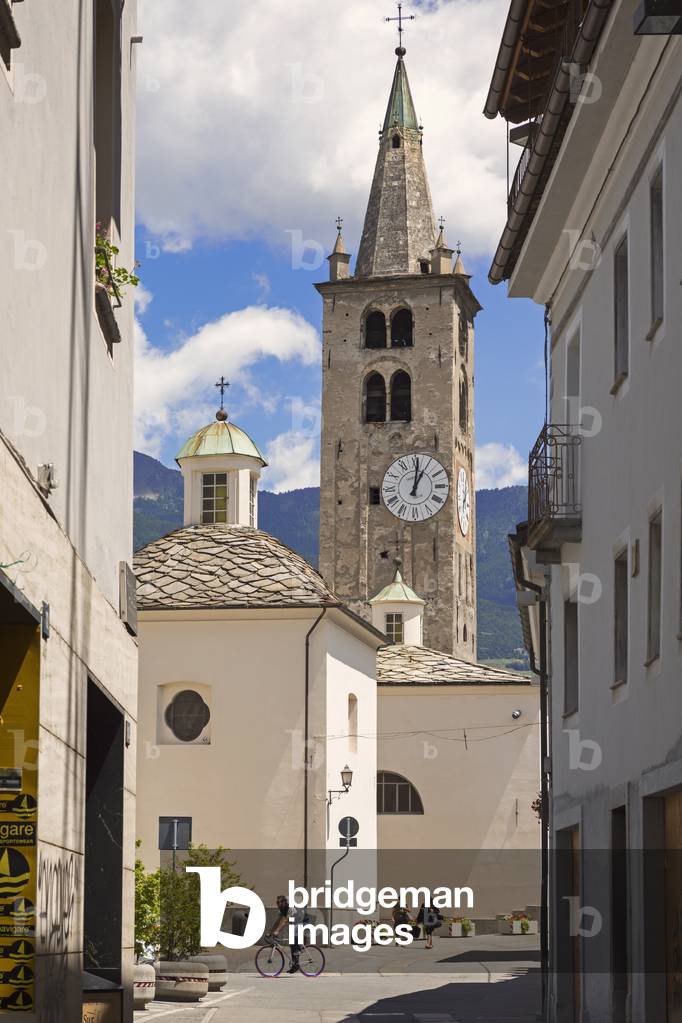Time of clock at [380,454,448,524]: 1:01
